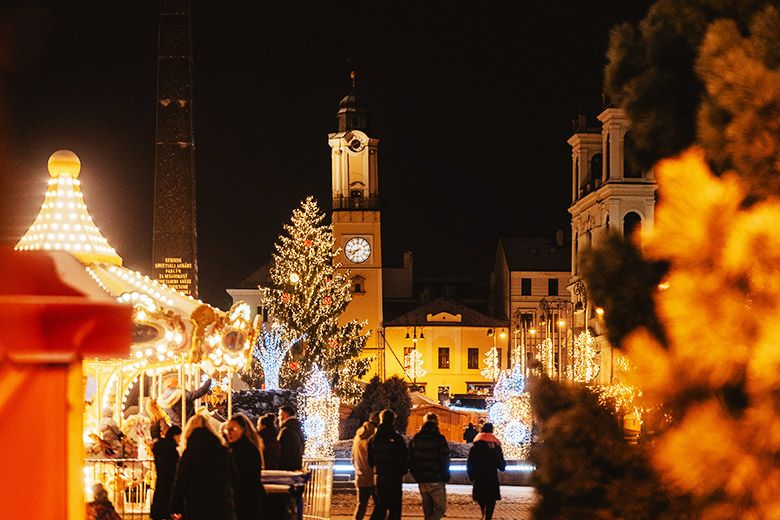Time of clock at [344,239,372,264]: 7:42
